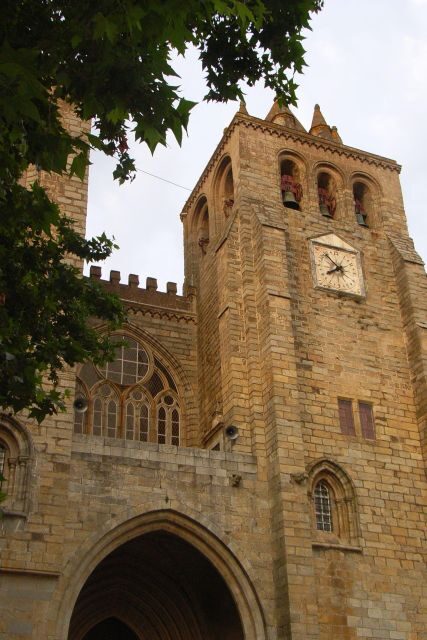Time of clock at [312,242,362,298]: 7:53
